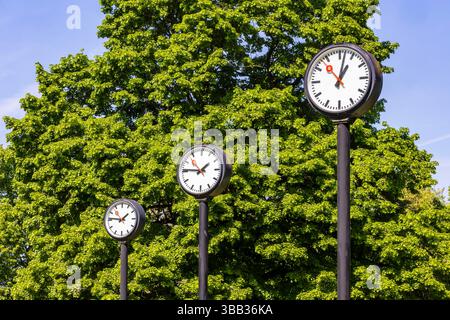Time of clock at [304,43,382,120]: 1:02
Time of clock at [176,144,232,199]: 1:46
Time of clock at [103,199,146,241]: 1:46
